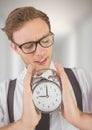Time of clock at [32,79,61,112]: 11:46
